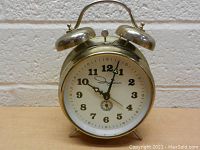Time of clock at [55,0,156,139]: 10:03
